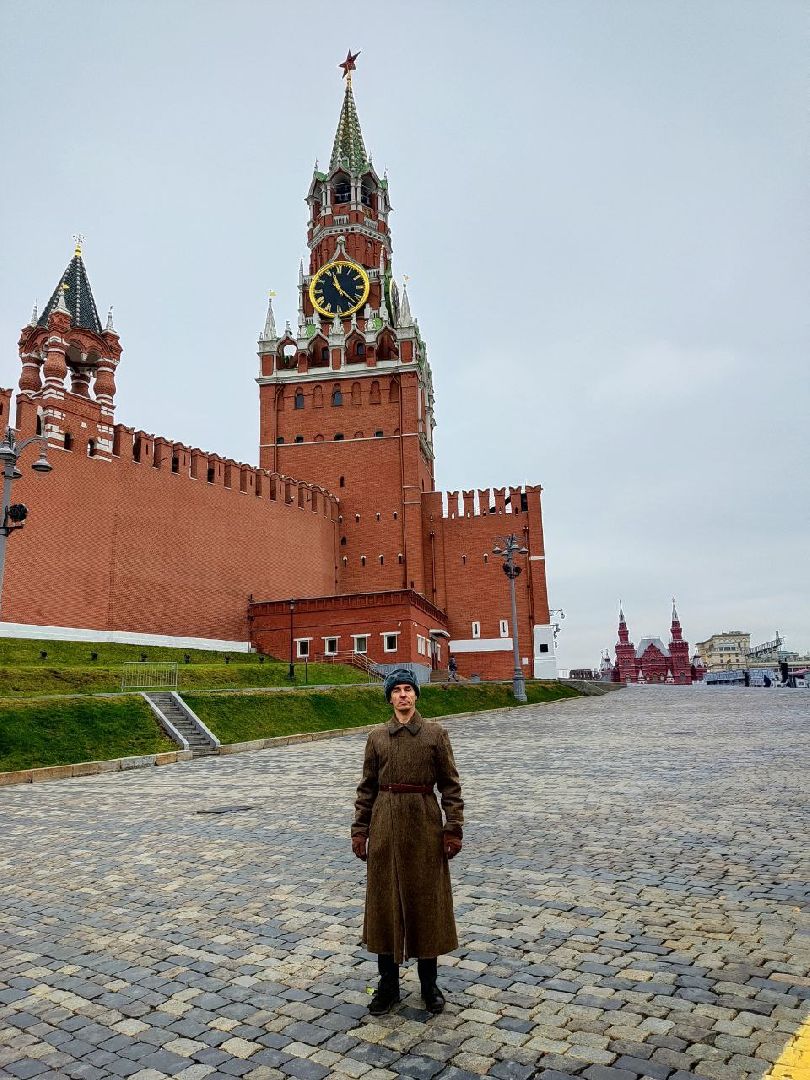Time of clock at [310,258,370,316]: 11:22
